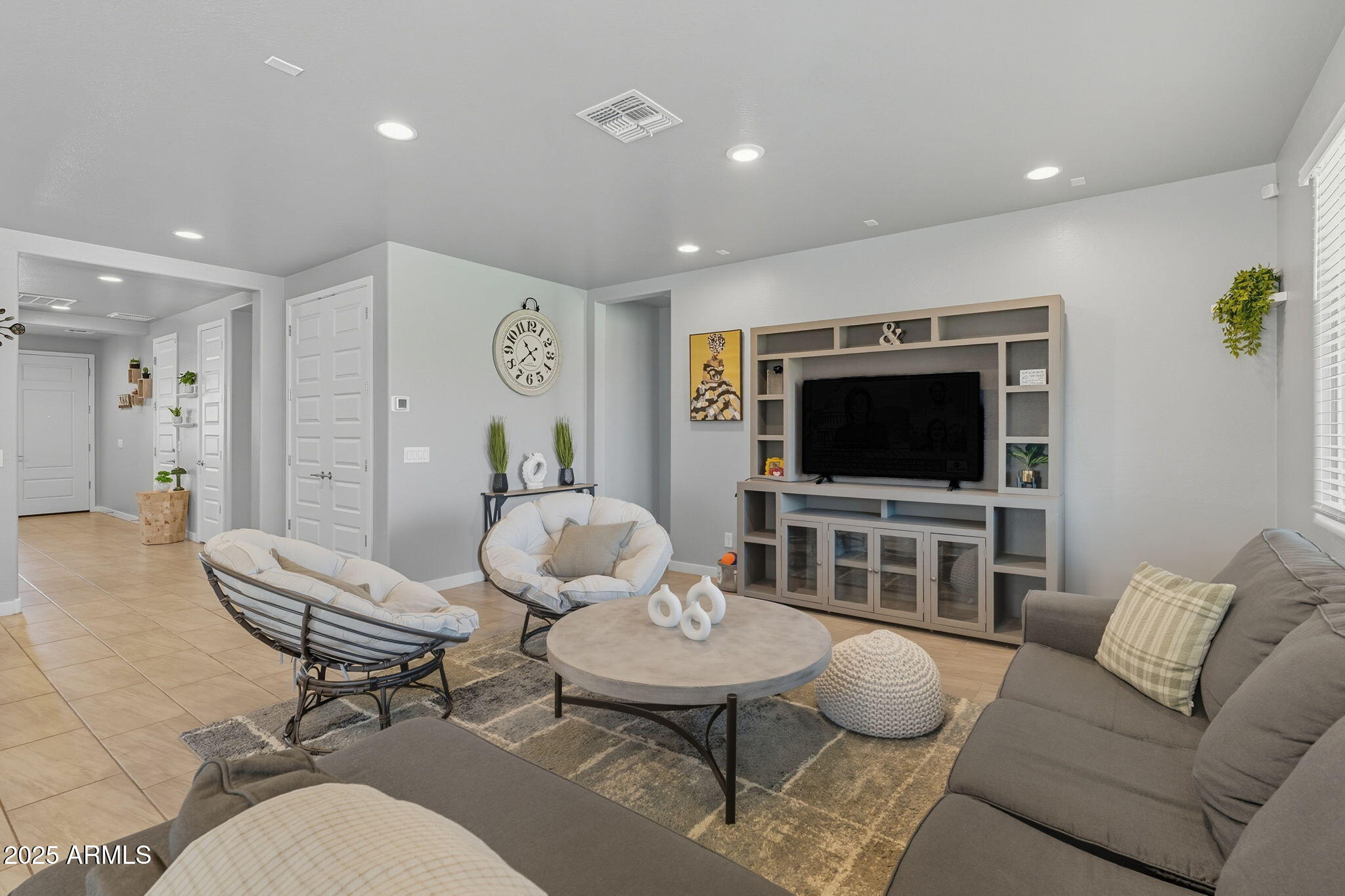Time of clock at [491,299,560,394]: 10:37
